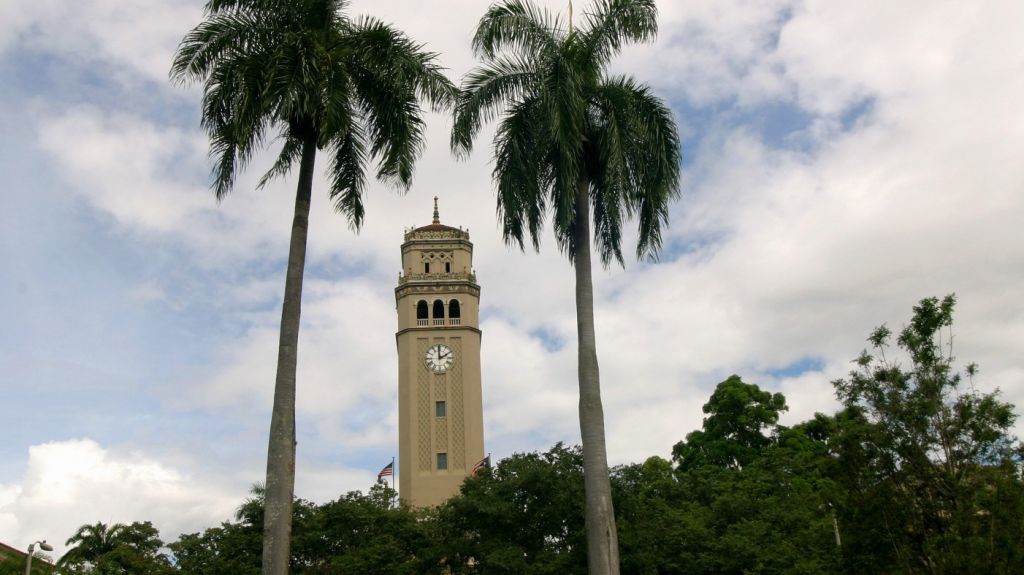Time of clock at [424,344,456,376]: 1:59
